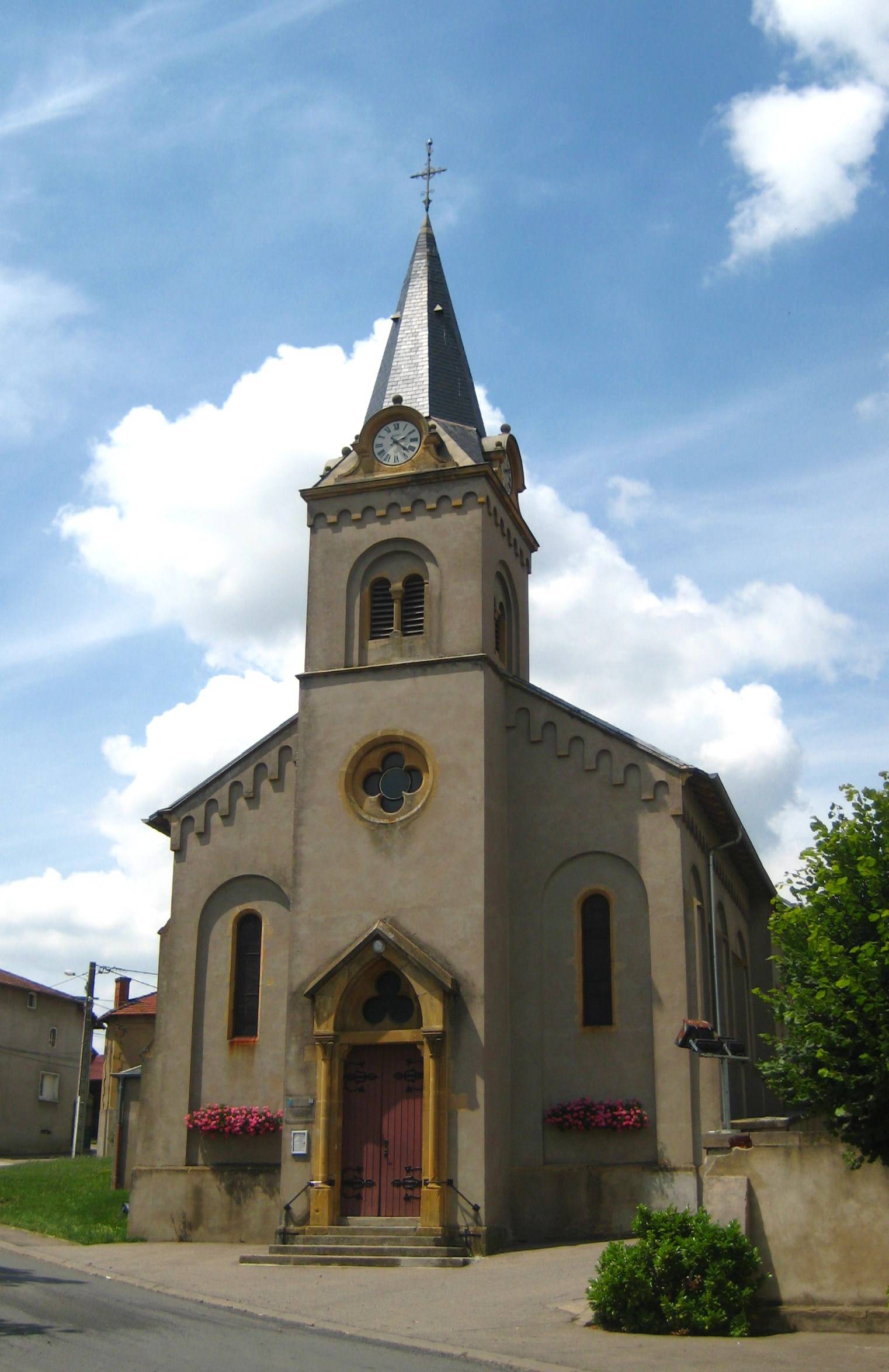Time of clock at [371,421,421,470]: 2:22
